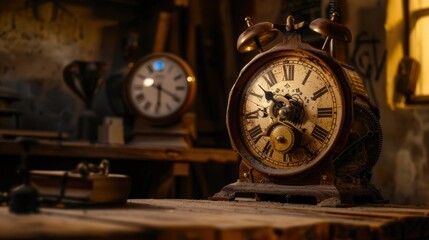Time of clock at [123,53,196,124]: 12:19
